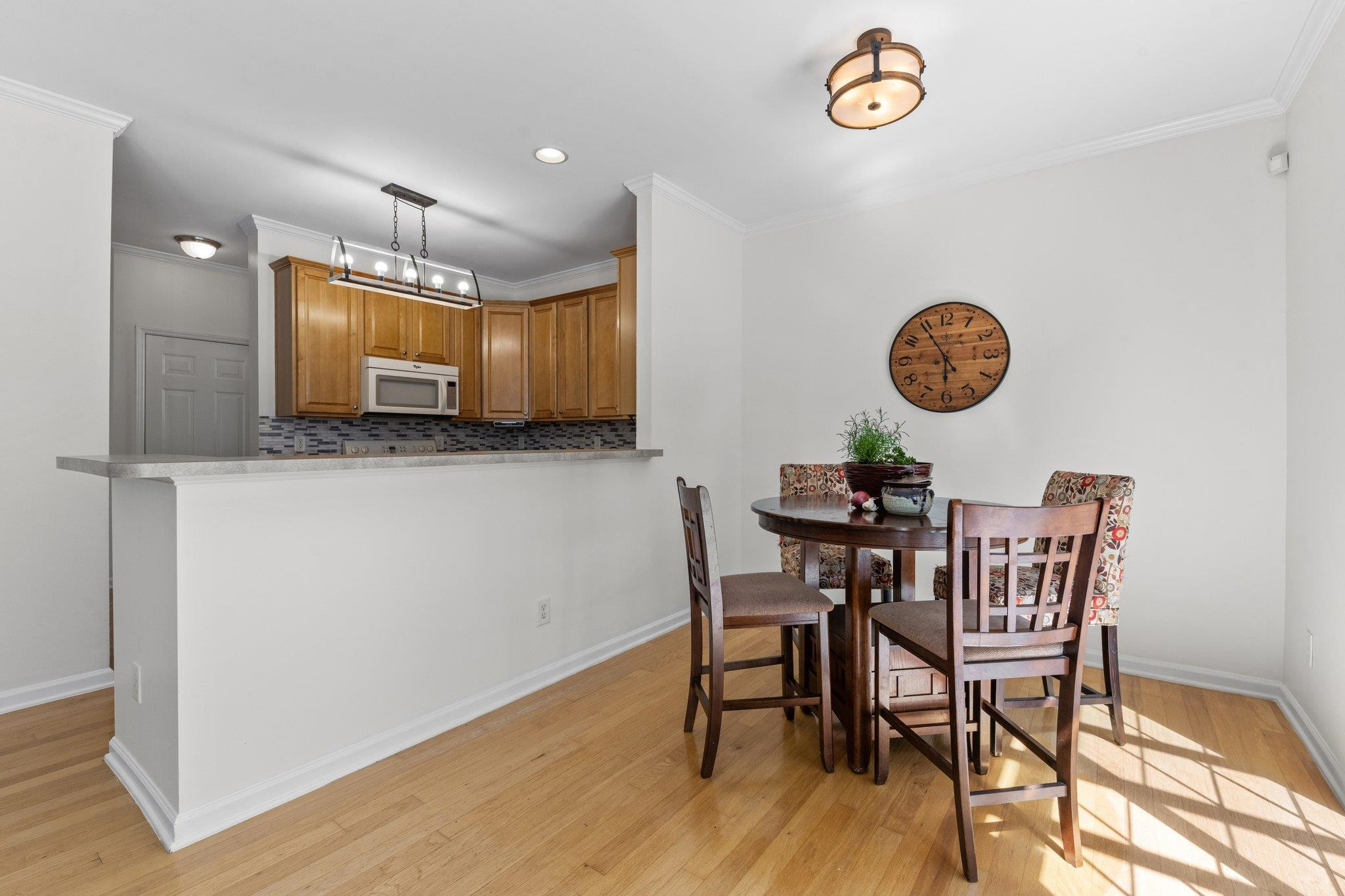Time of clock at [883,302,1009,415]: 5:54
